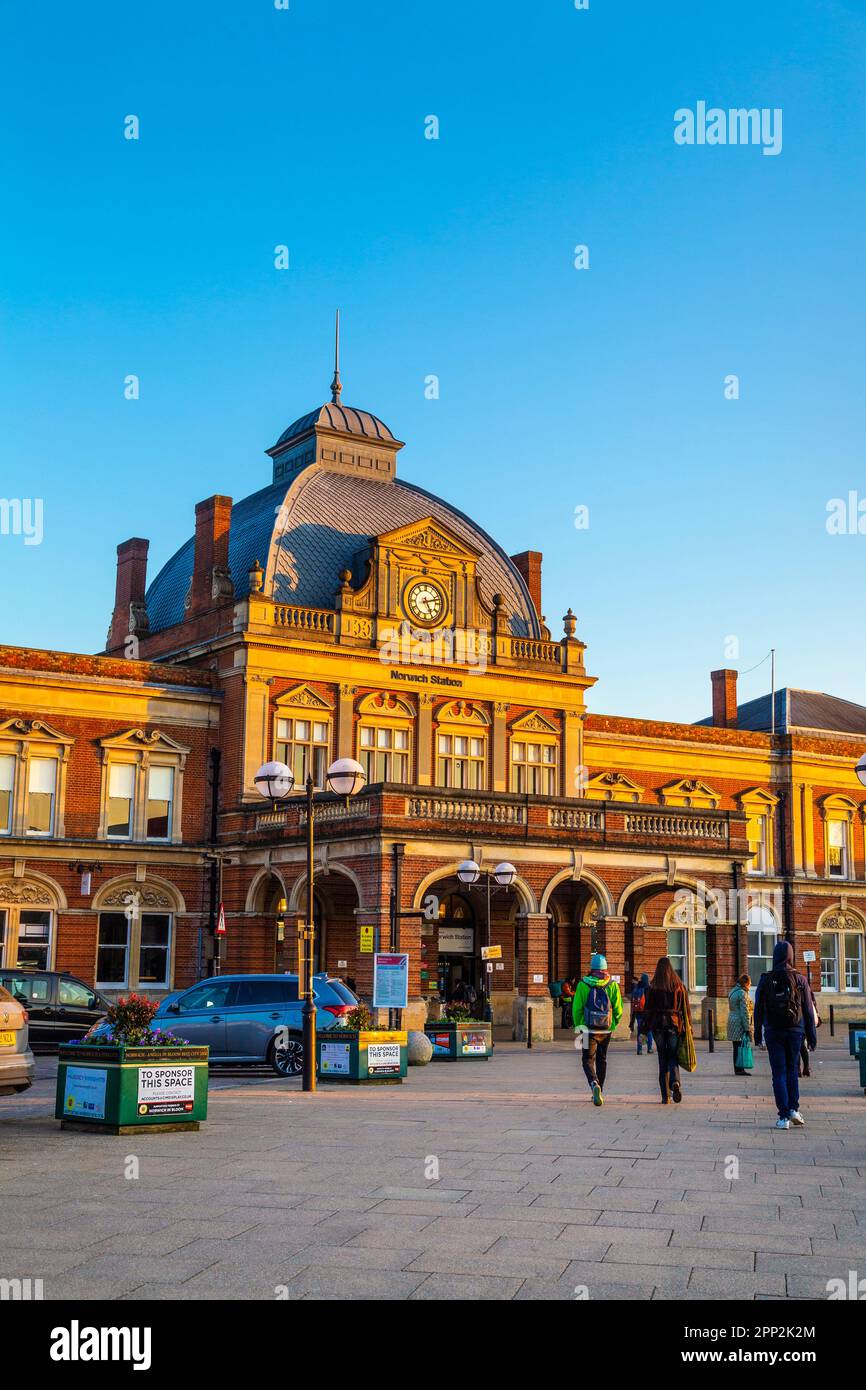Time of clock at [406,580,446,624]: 5:12
